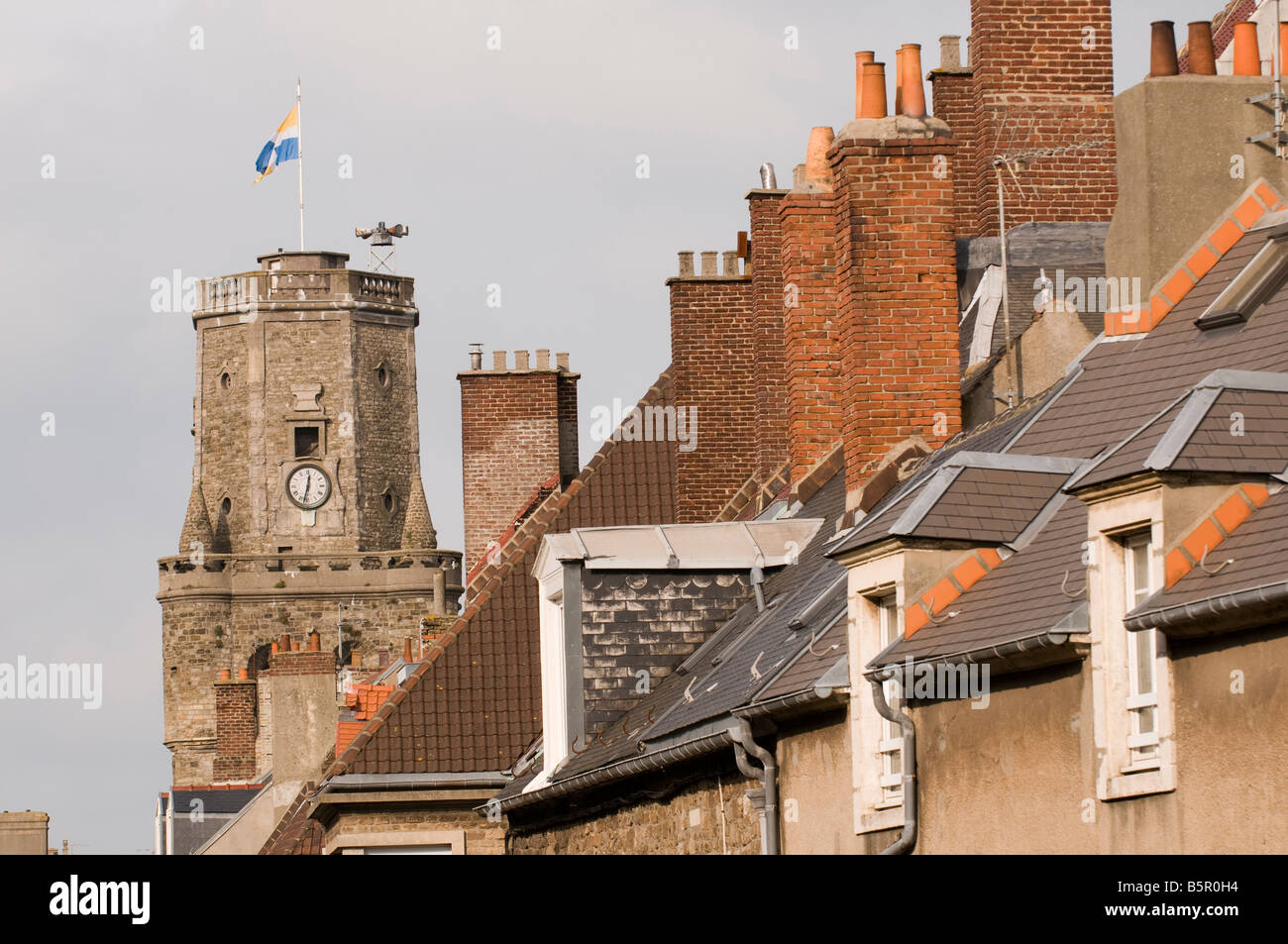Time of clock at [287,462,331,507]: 12:32
